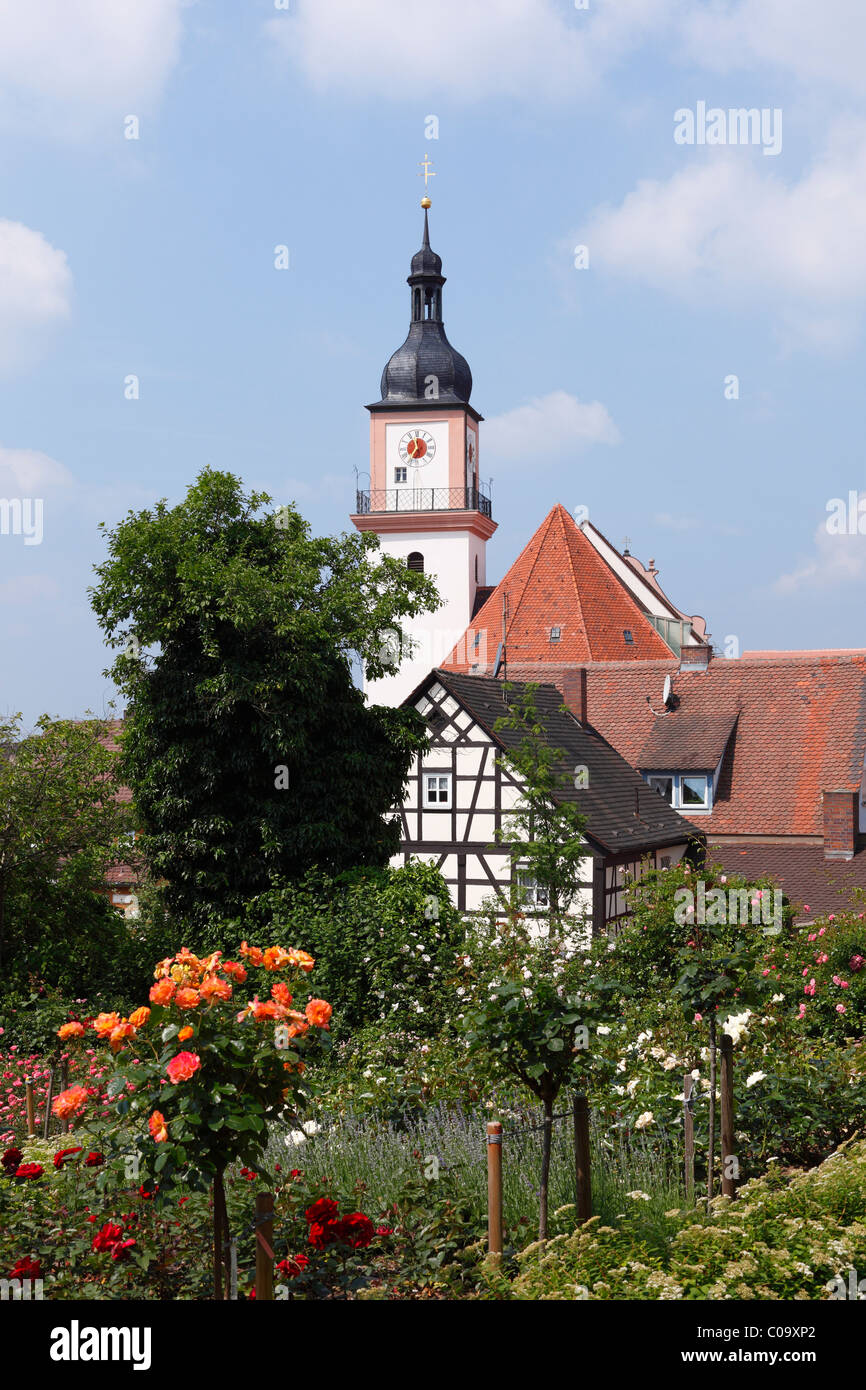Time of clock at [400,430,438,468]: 11:35
